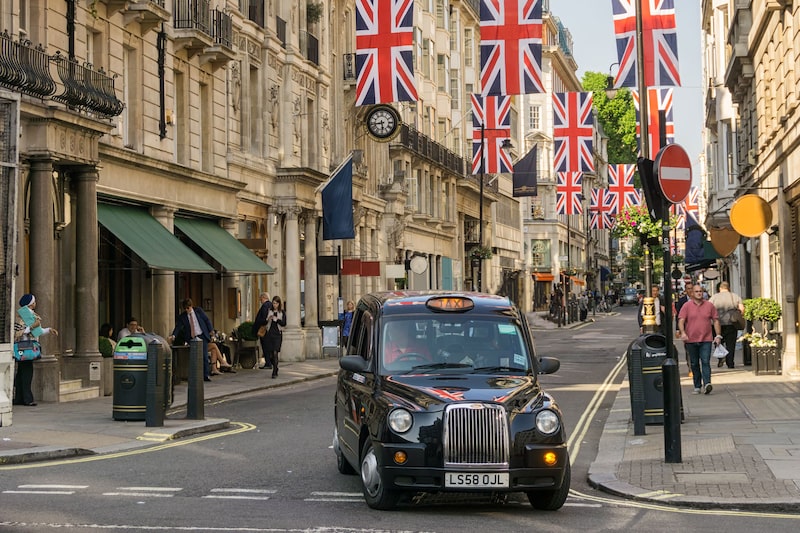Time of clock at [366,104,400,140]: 5:43
